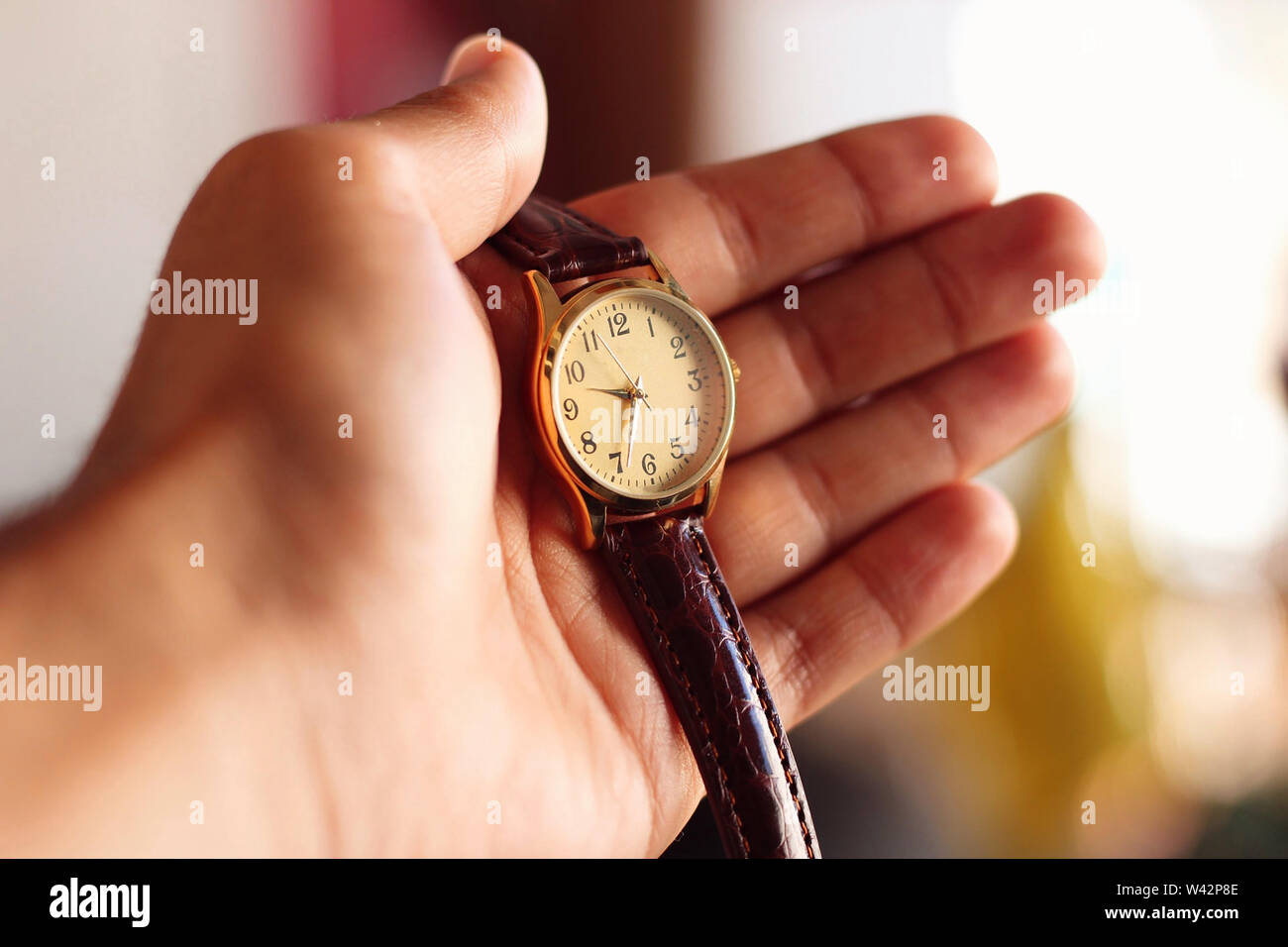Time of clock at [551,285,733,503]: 9:33
